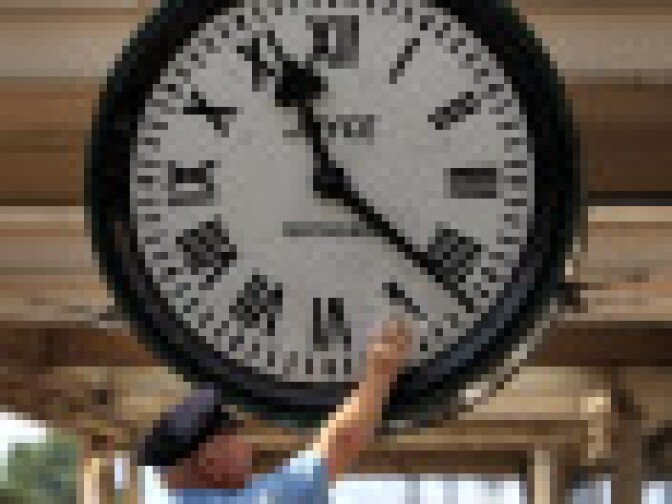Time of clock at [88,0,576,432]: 11:21
